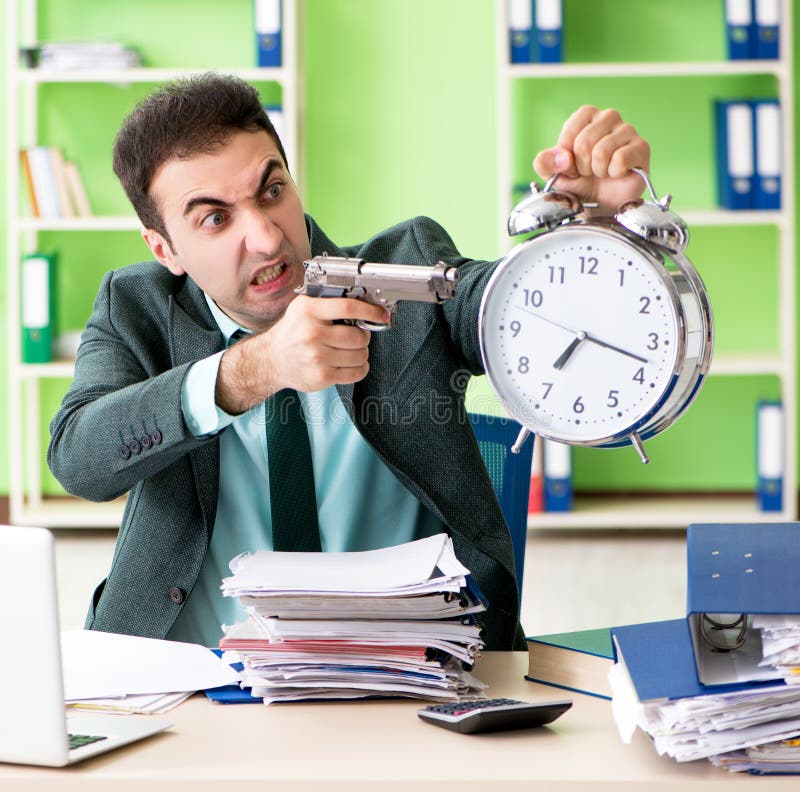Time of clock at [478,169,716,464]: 7:17
